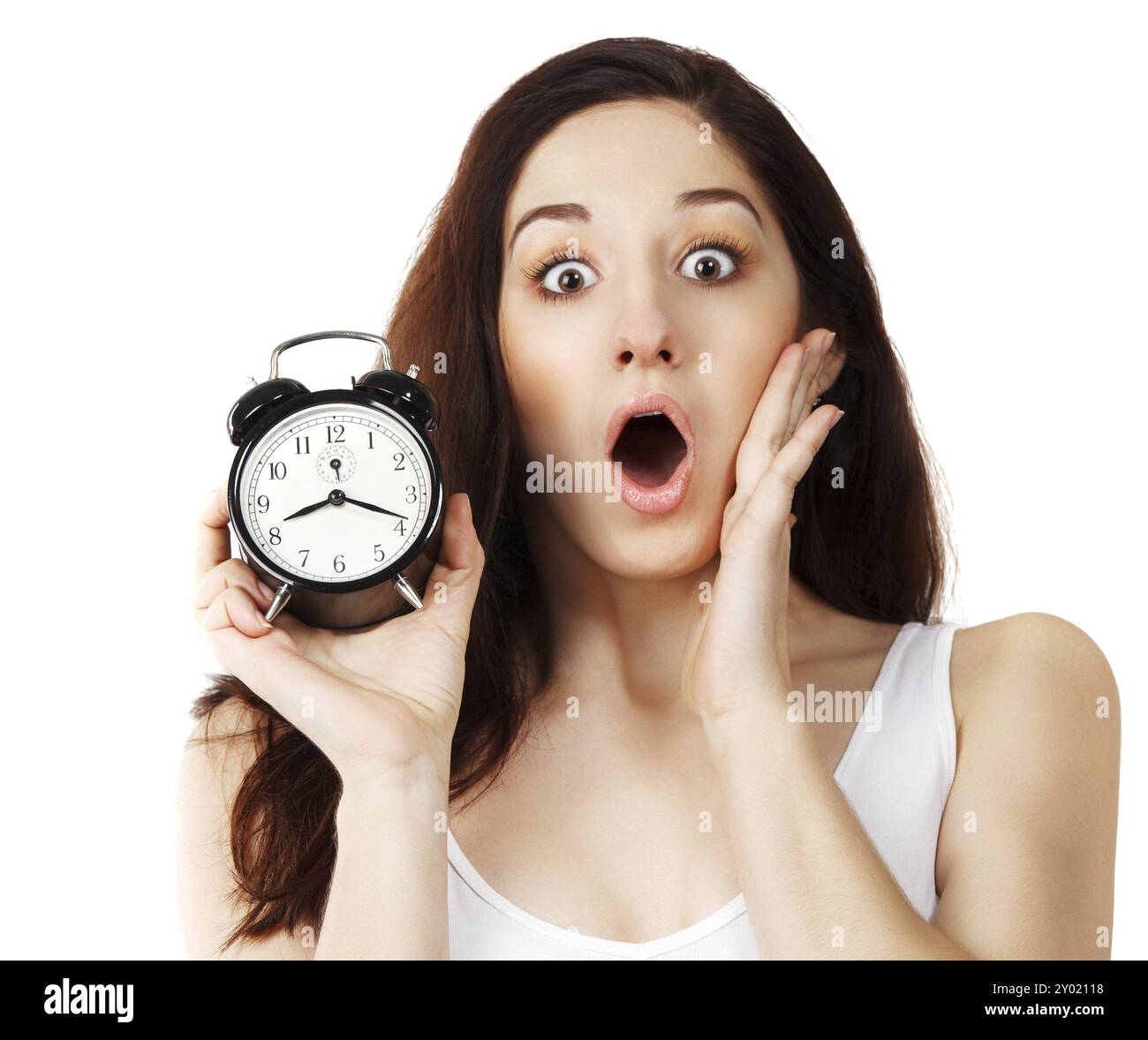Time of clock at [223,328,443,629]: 8:18
